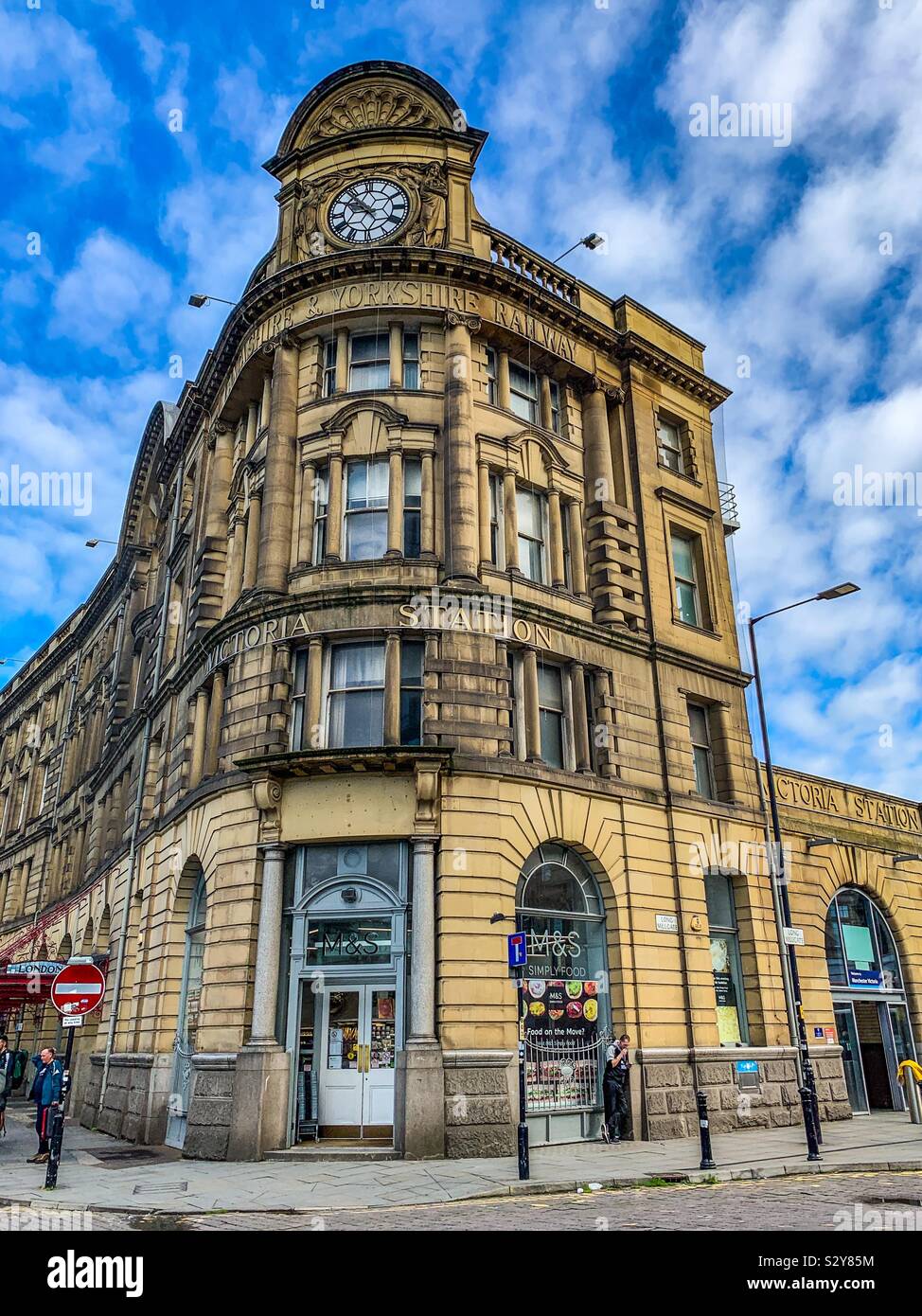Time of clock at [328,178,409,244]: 9:53
